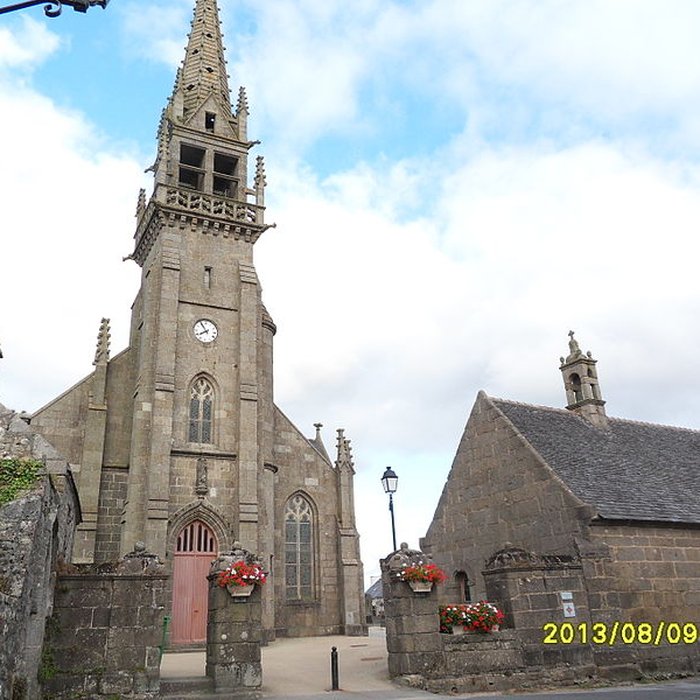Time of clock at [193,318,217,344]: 7:54
